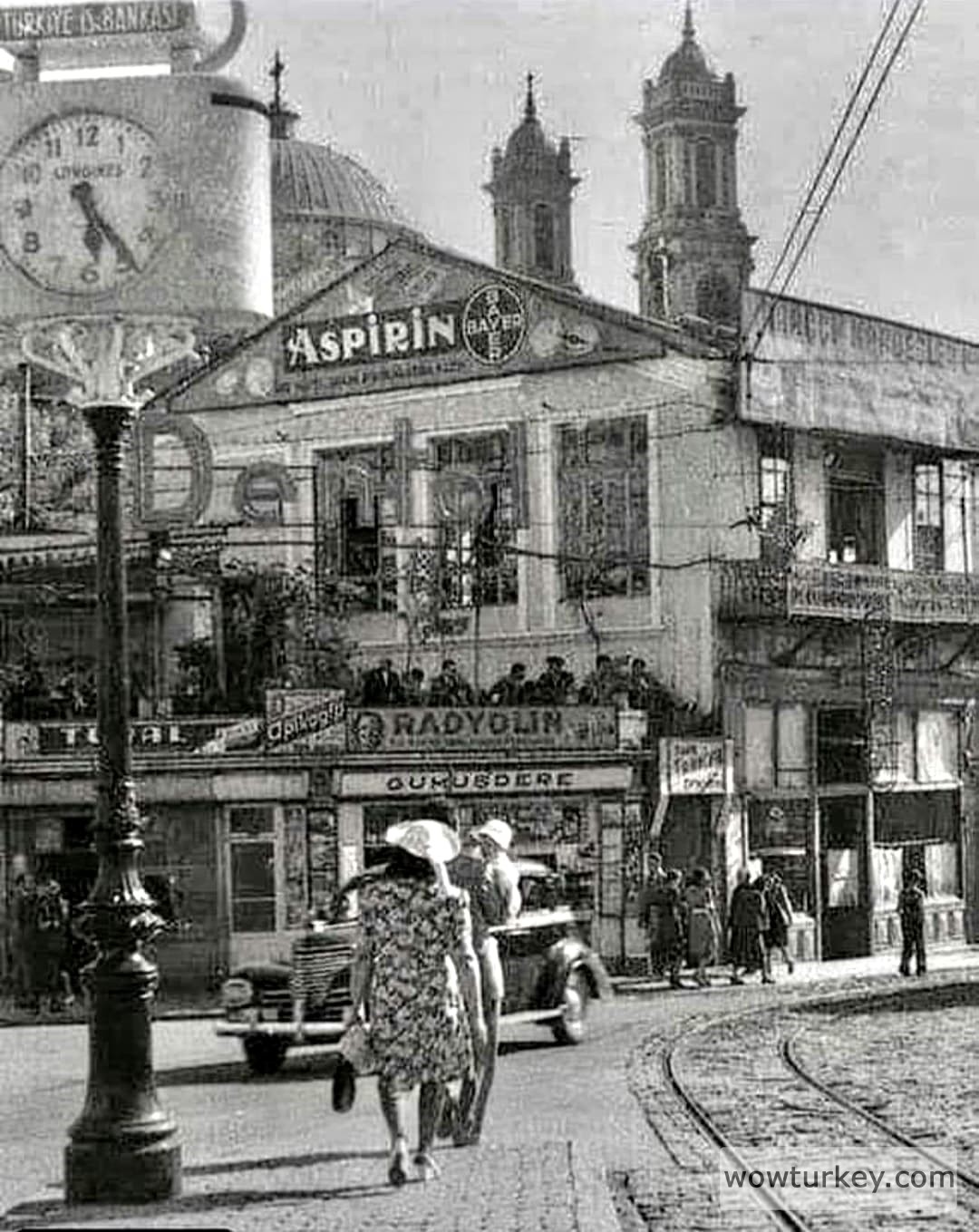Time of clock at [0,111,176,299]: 5:23
